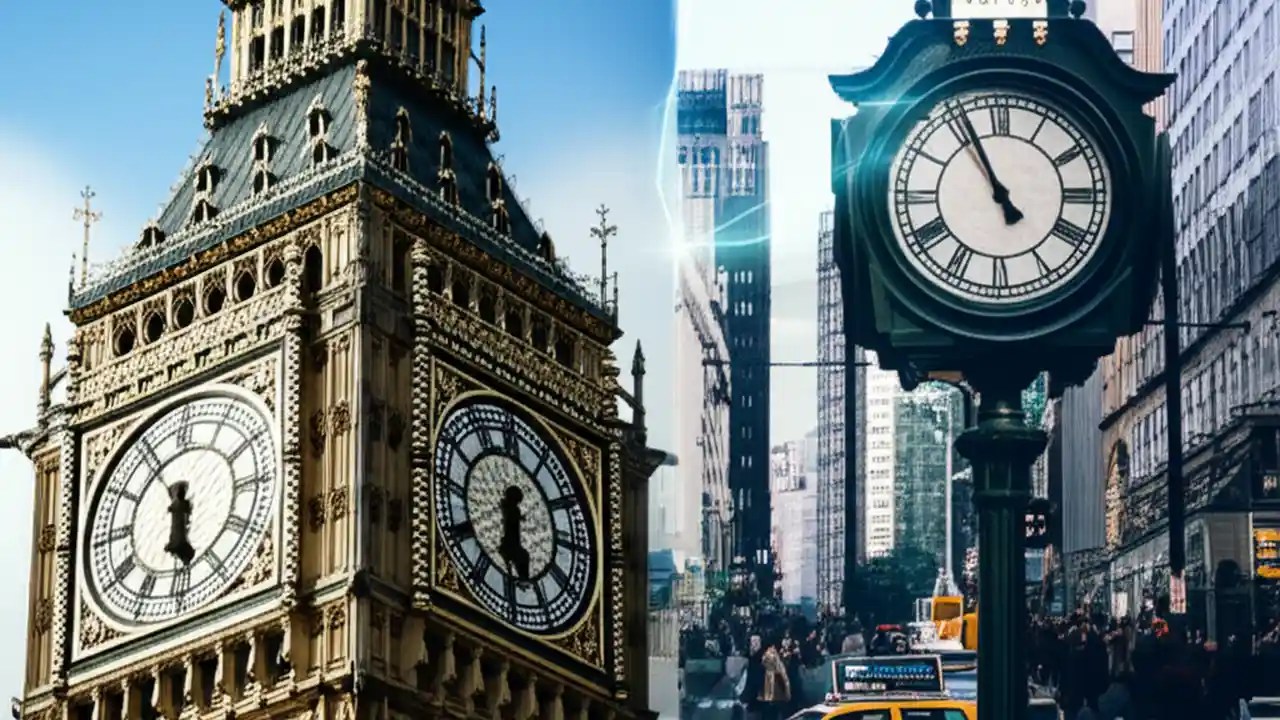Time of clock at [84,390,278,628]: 6:29
